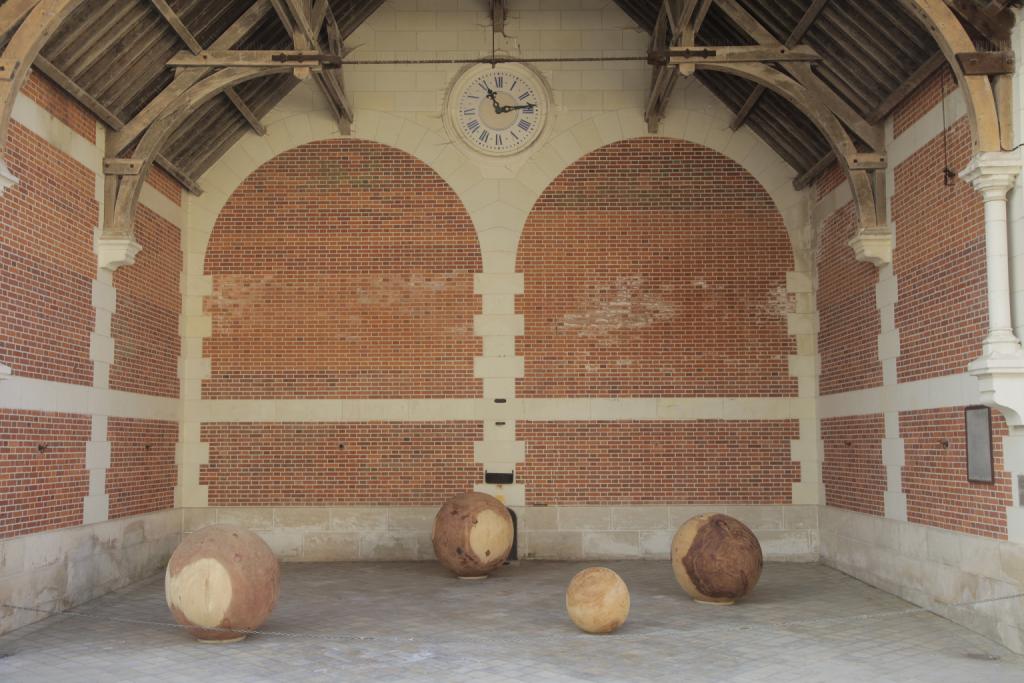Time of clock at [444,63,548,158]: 11:13
